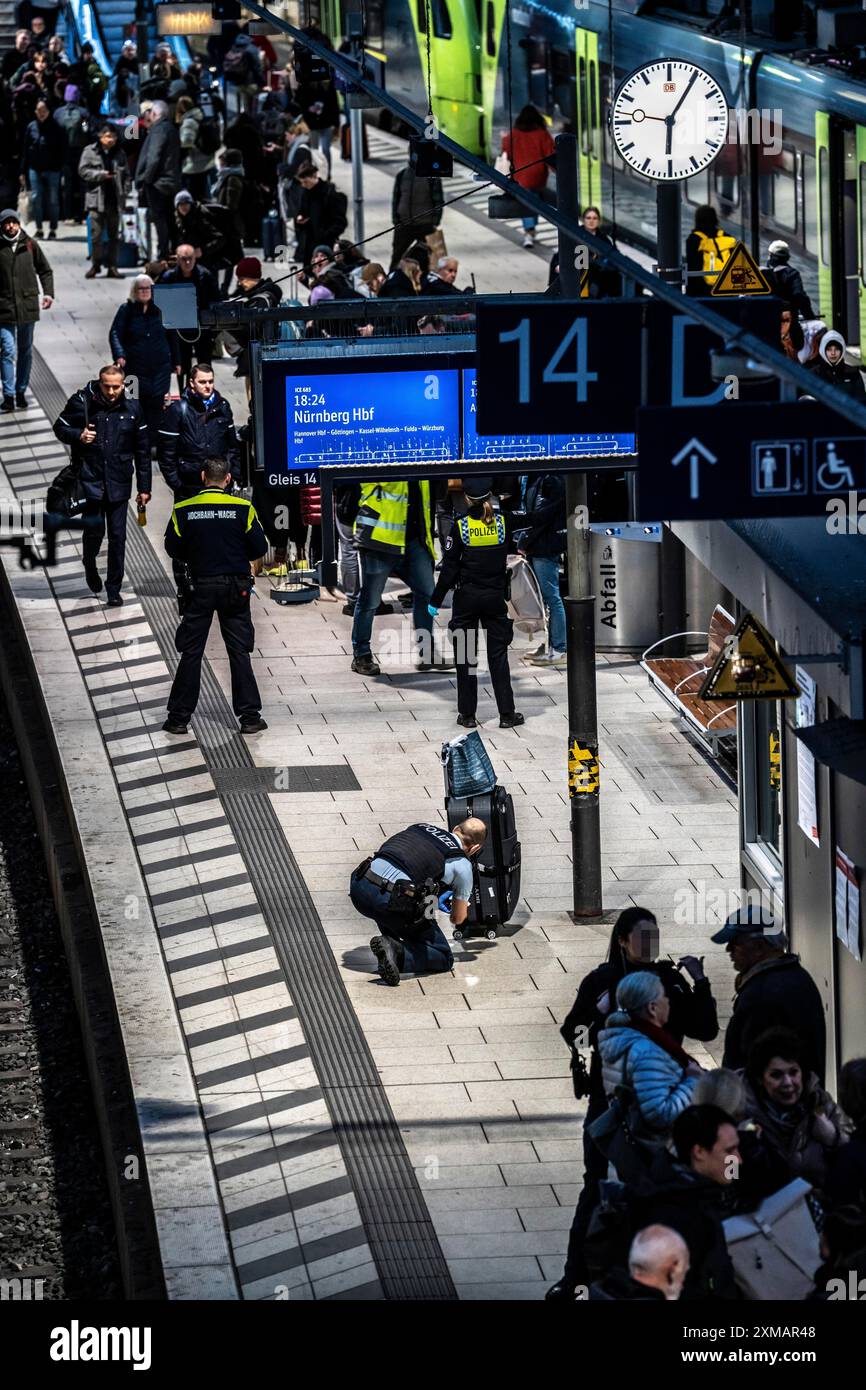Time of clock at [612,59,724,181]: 6:05
